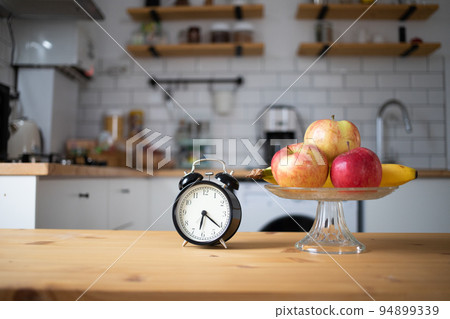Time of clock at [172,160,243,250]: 6:21
